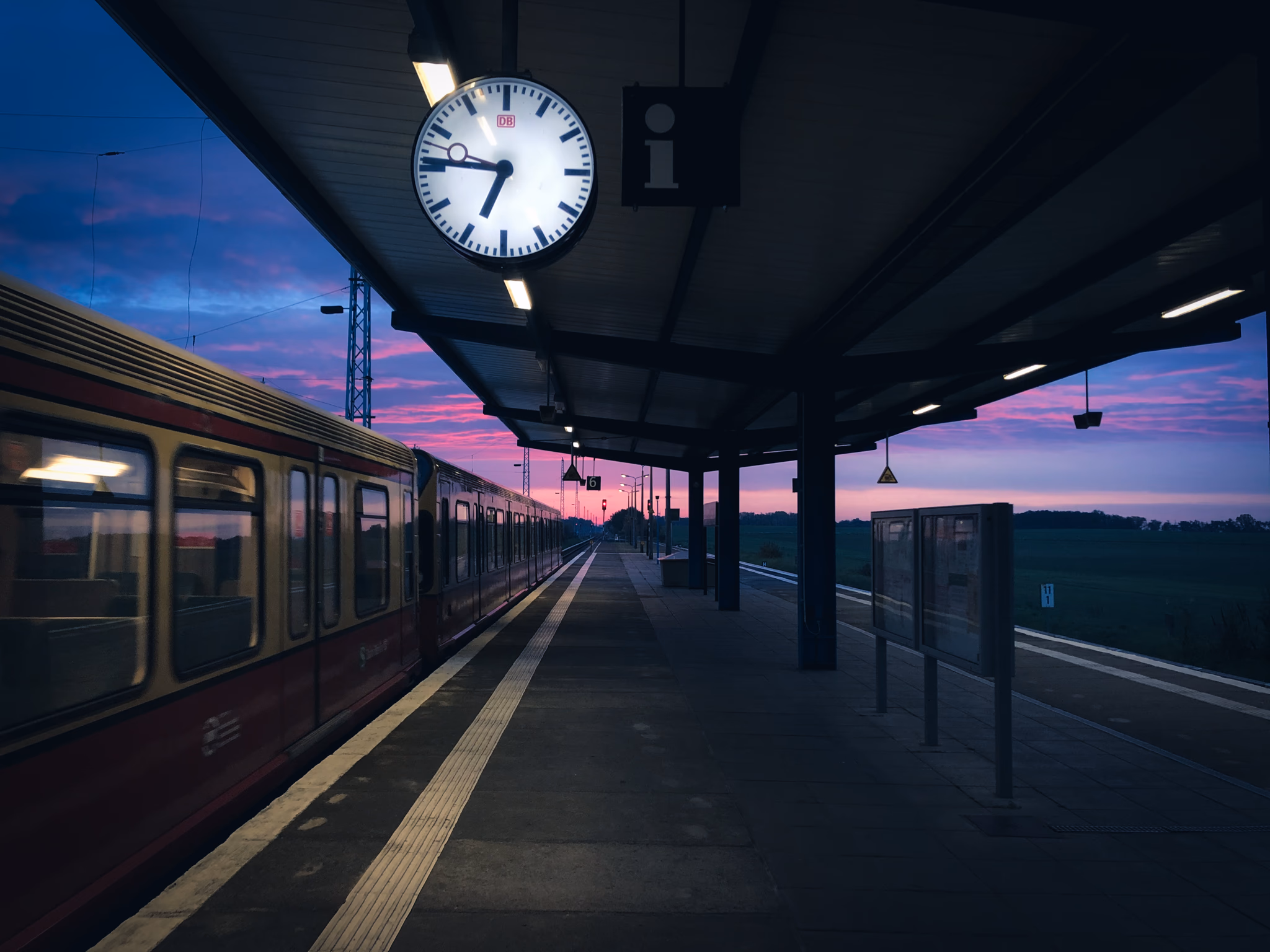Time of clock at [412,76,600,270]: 6:46
